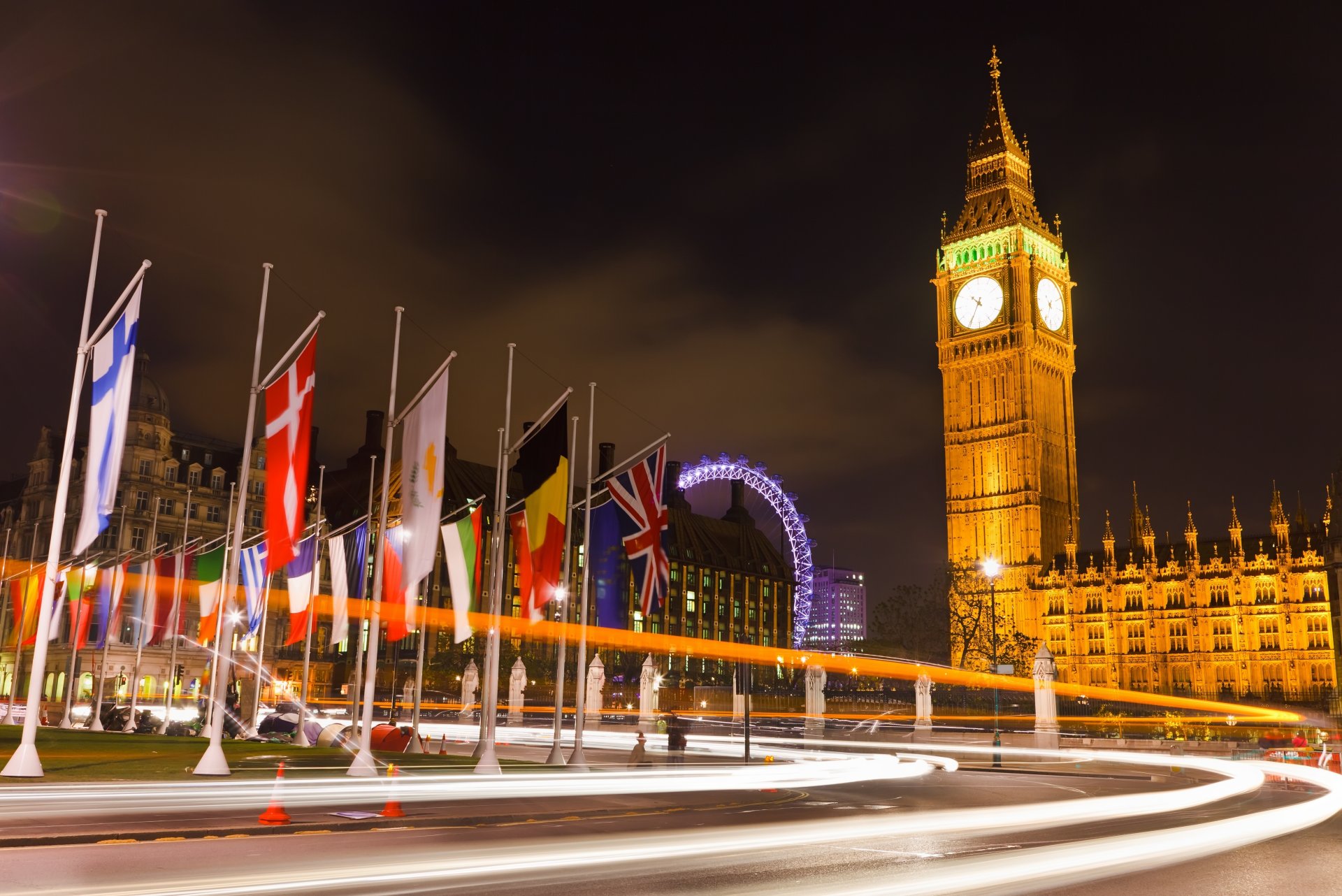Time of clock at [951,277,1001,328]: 10:34
